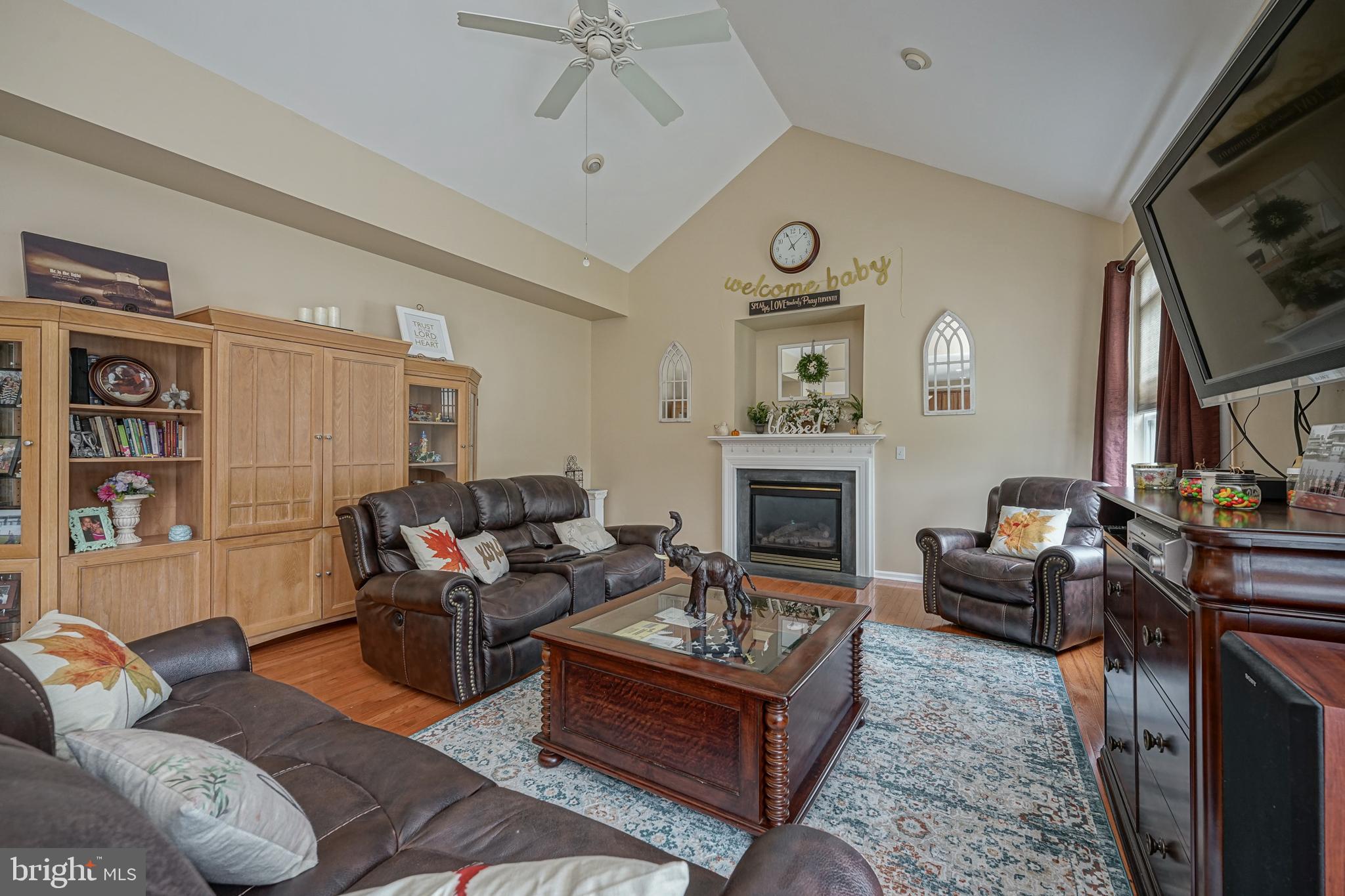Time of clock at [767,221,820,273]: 11:08
